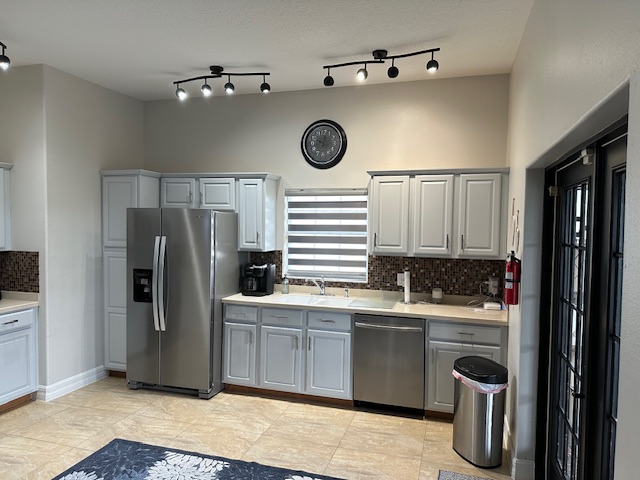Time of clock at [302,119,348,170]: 10:02
